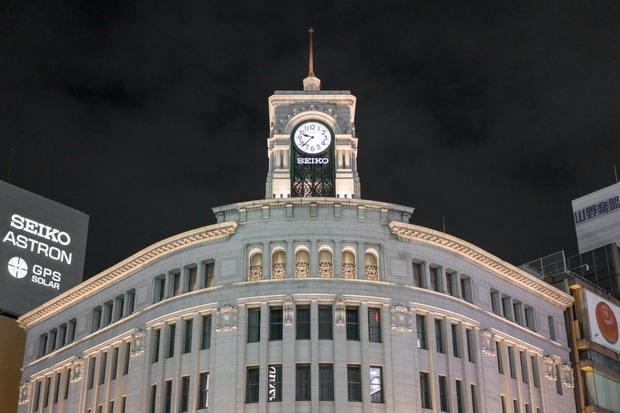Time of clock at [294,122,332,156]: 9:37
